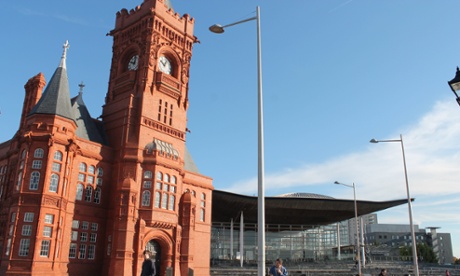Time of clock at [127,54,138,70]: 10:02
